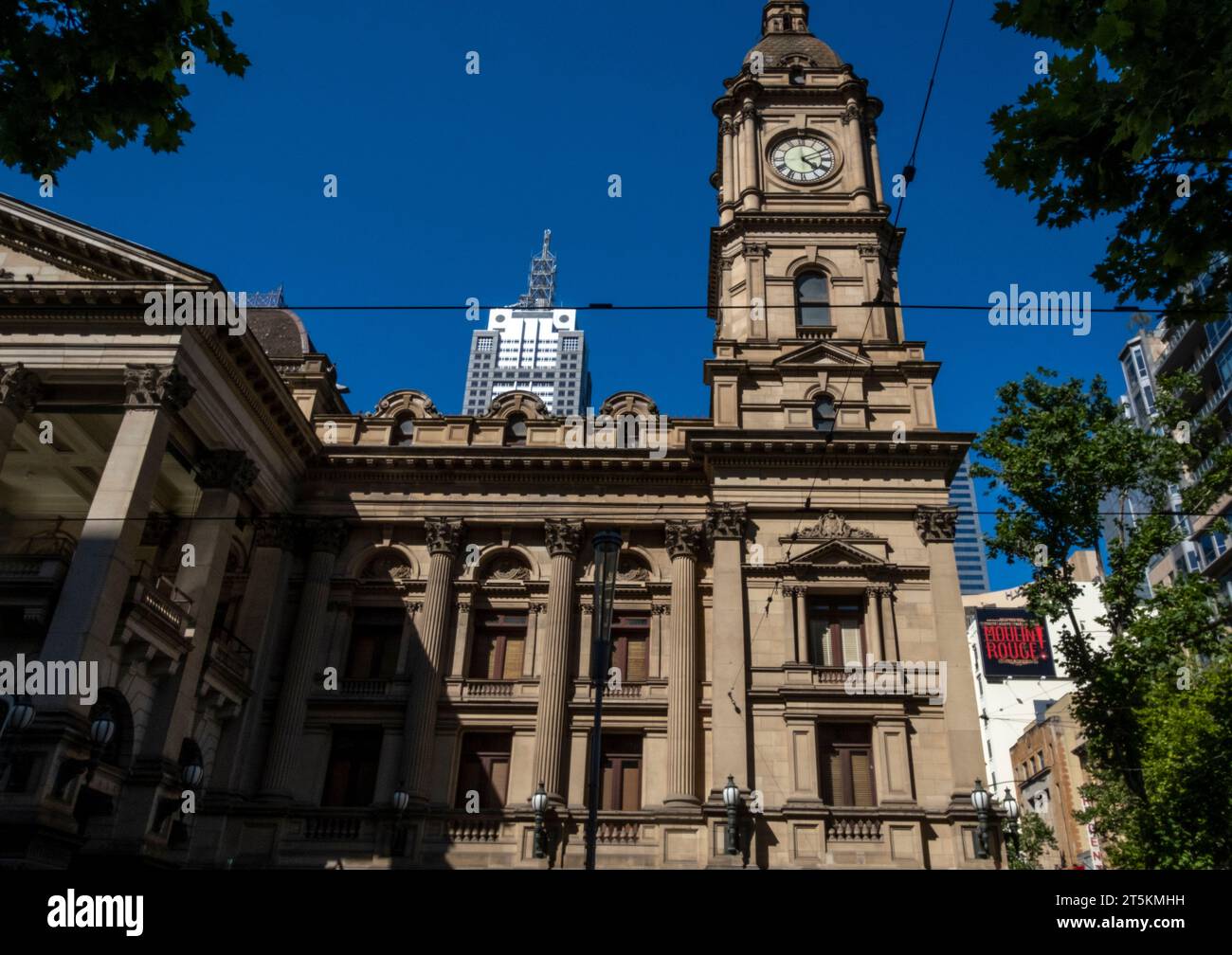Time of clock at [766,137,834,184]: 4:10
